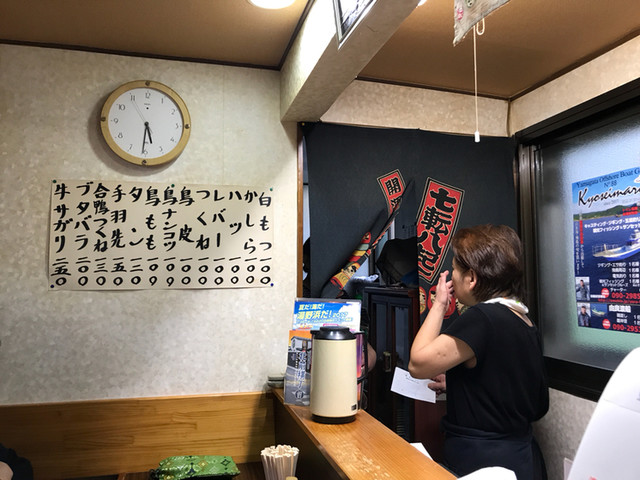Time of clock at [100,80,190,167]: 5:30
